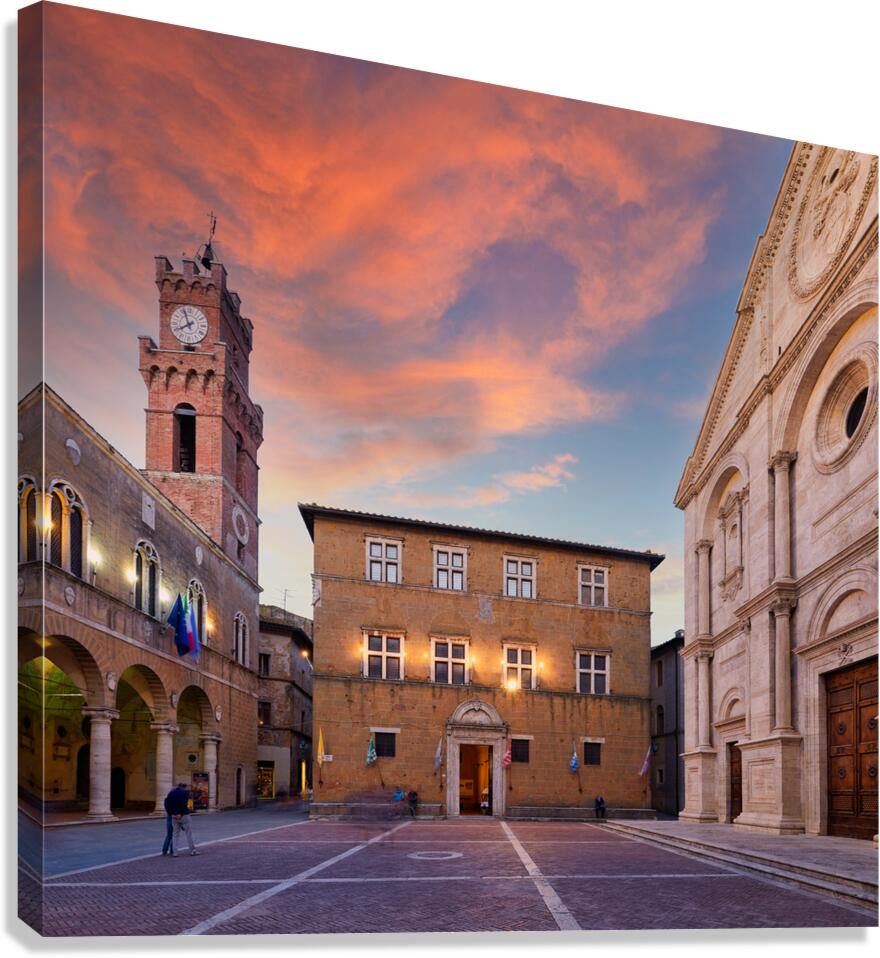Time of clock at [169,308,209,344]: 7:56
